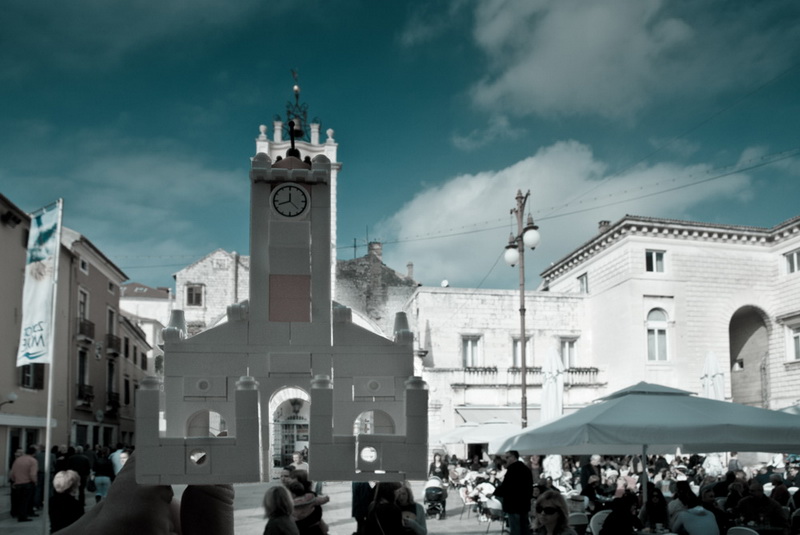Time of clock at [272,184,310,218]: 8:22
